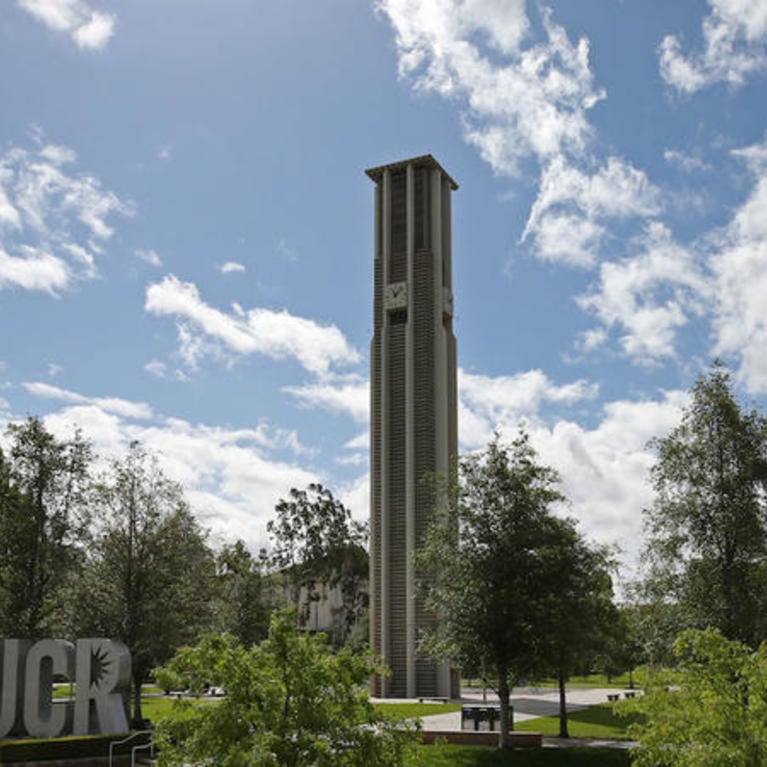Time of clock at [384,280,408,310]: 11:07
